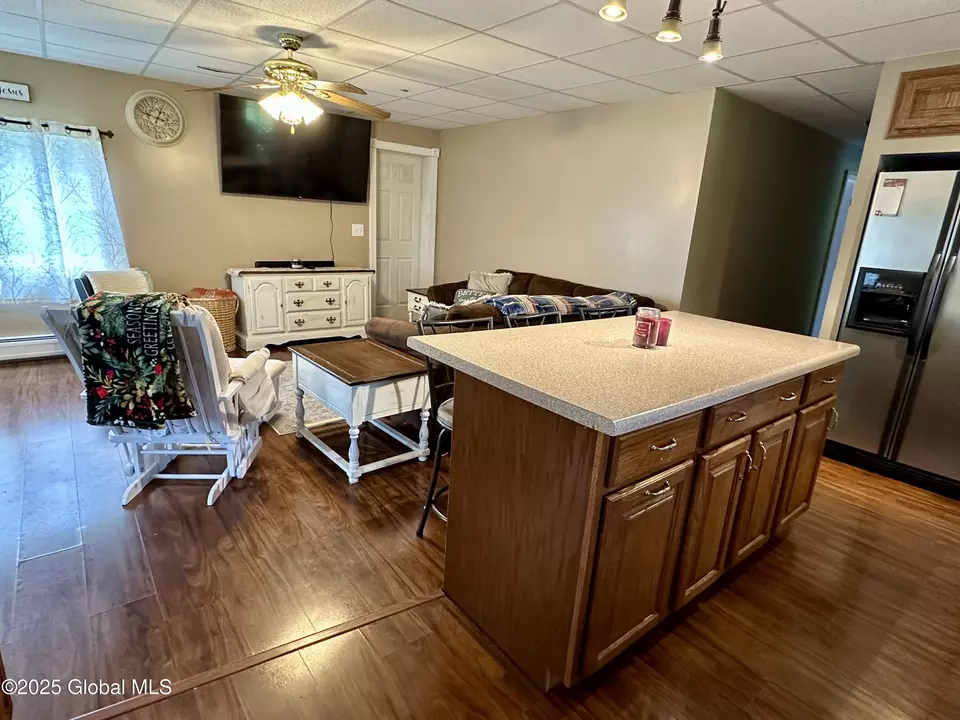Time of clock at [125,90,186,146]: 12:47
